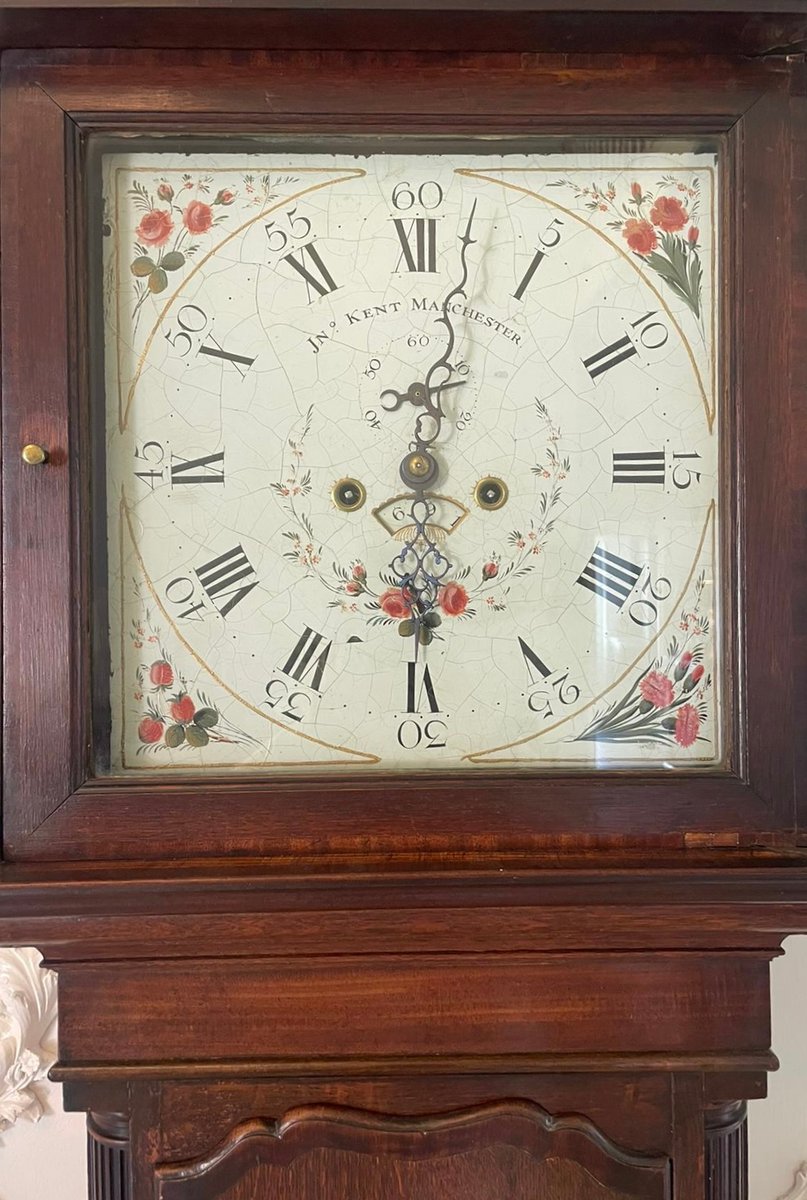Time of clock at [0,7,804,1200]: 6:01
